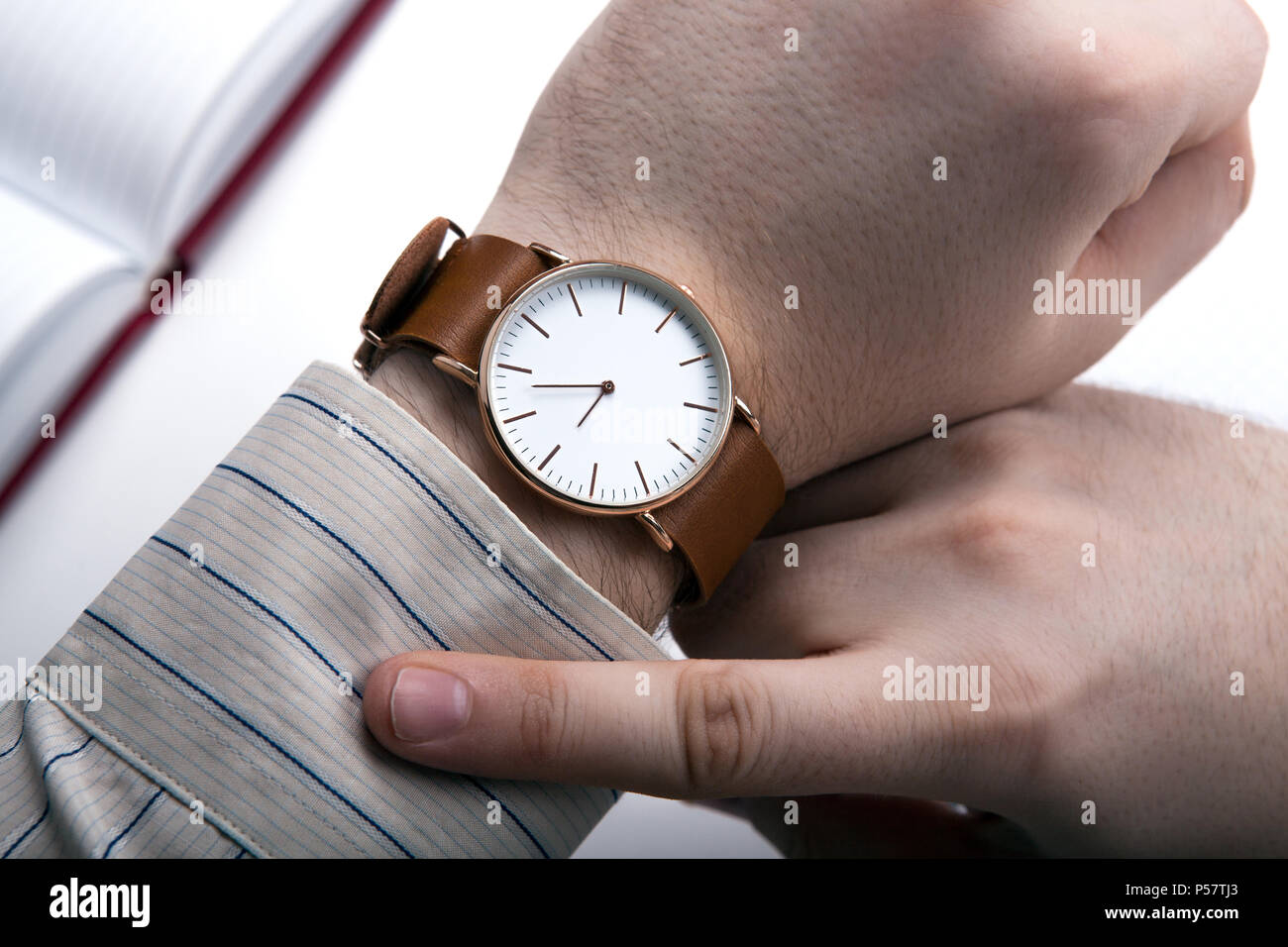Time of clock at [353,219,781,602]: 6:43
